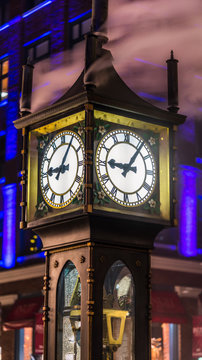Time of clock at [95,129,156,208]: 9:06
